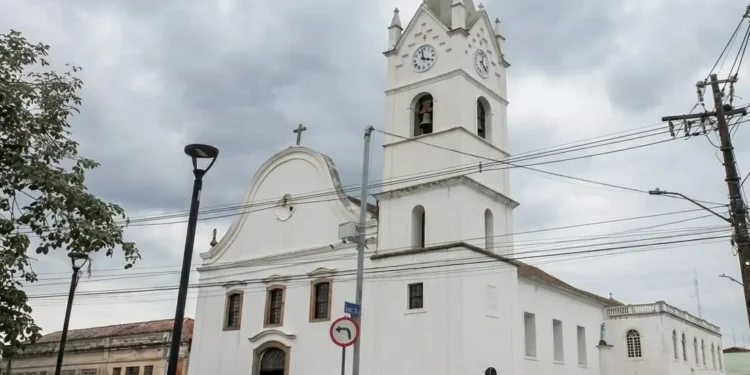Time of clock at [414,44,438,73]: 3:58
